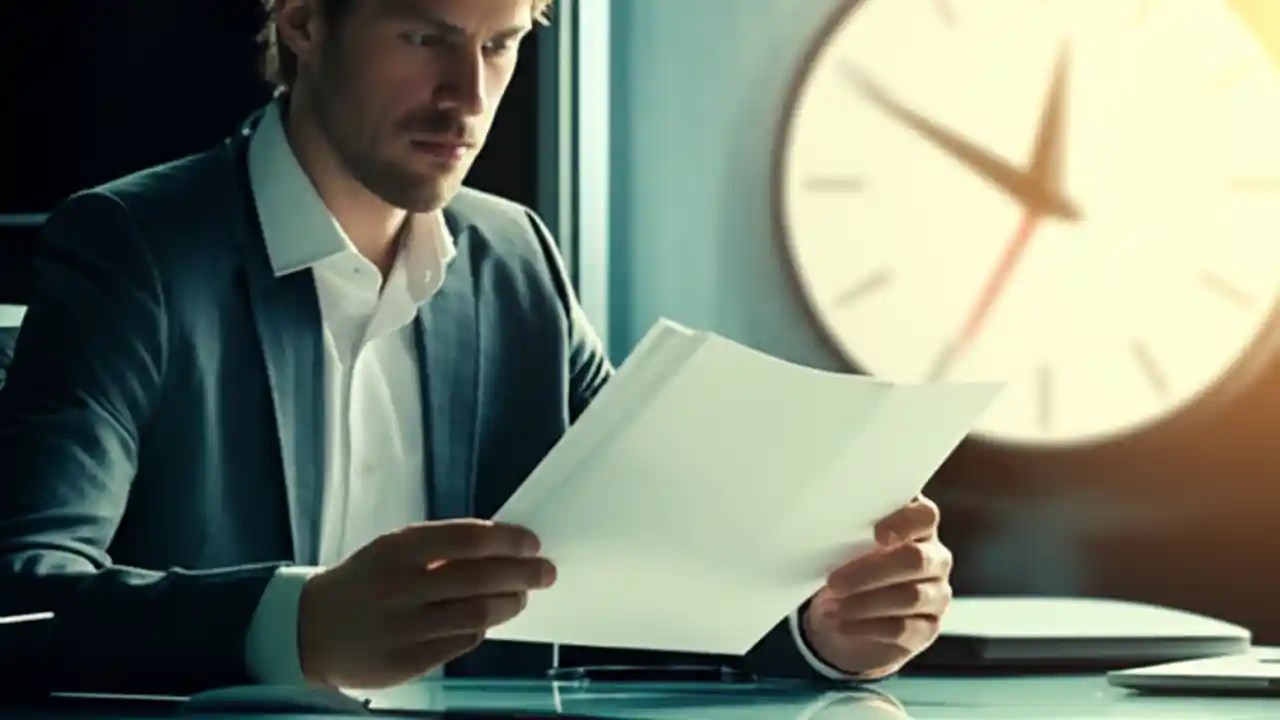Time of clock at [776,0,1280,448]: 10:01
